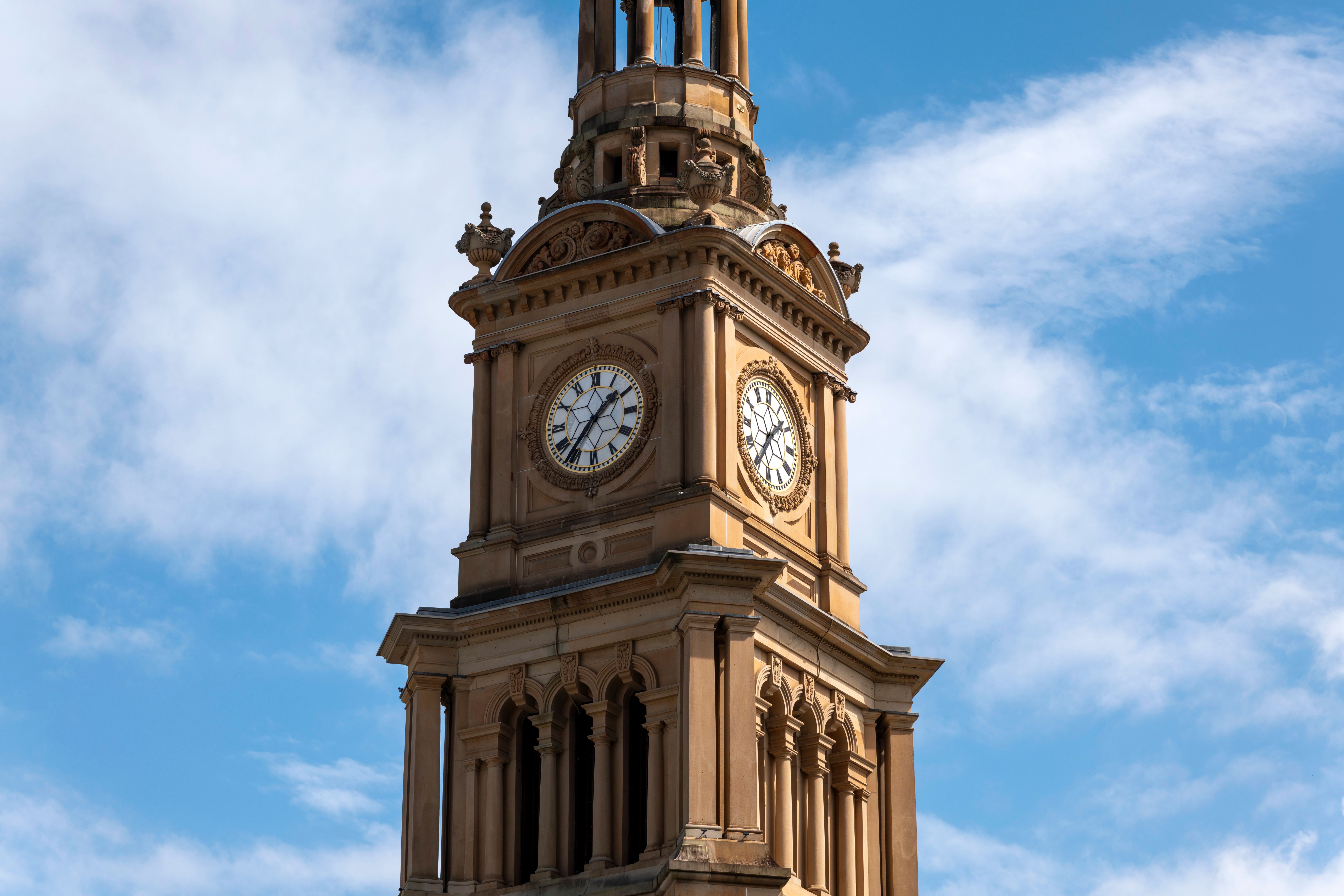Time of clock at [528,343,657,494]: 1:36
